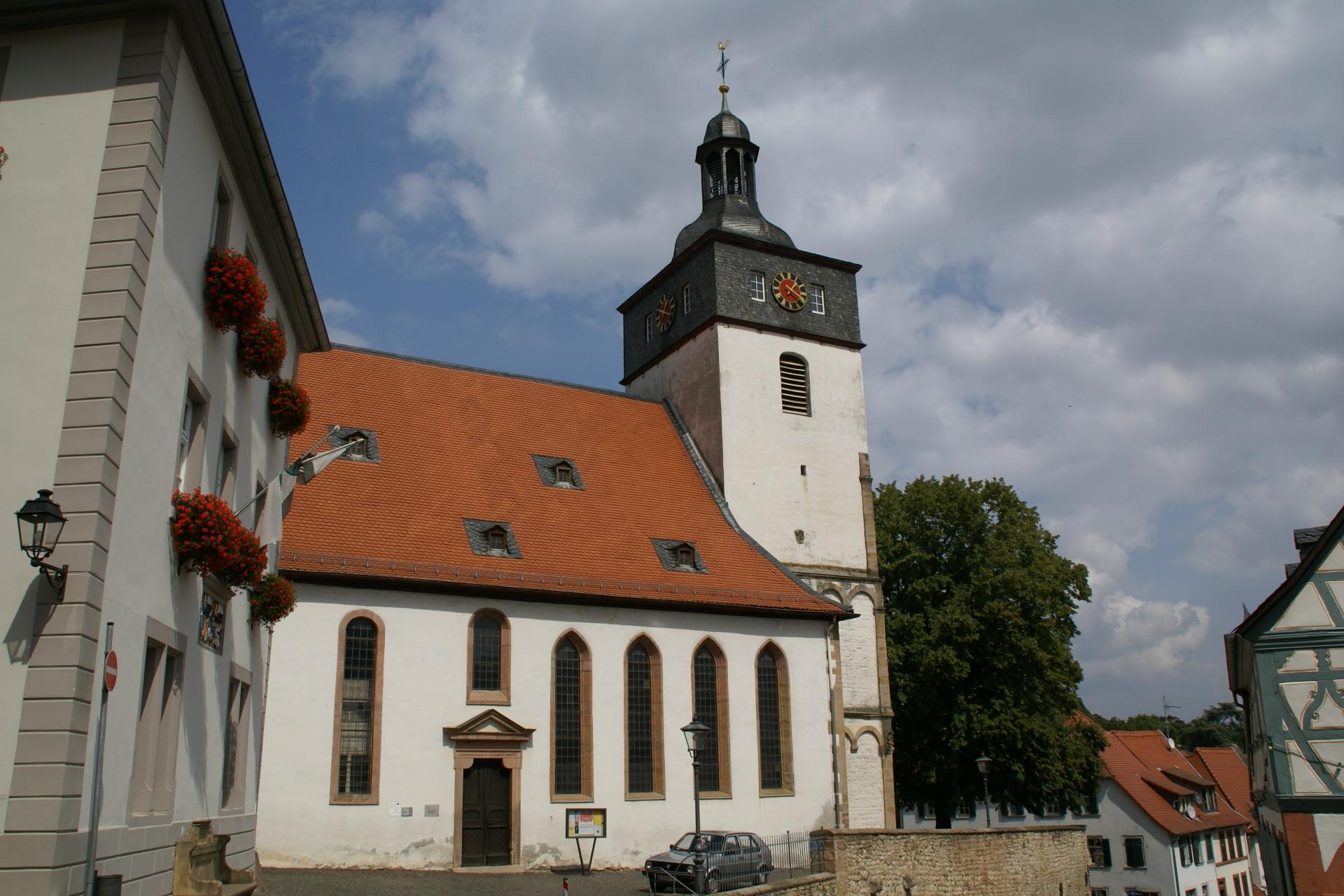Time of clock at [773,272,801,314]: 1:21
